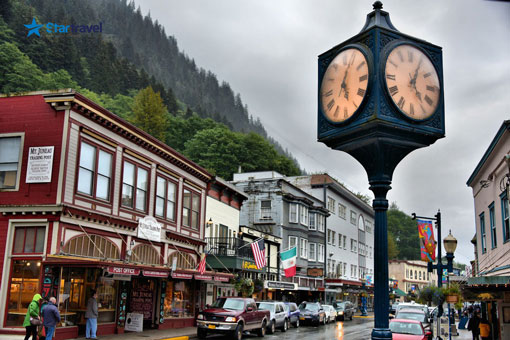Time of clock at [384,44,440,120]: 5:04
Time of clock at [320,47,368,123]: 5:03
